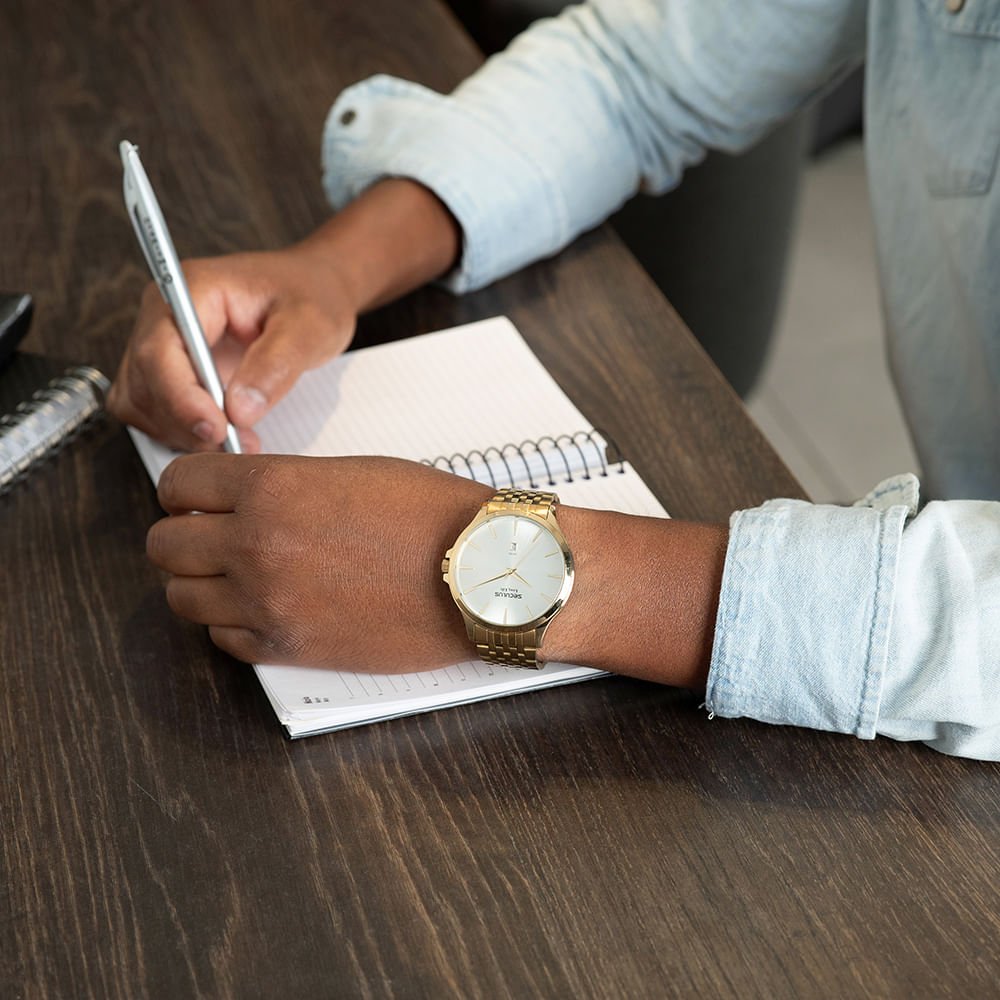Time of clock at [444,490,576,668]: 8:01
